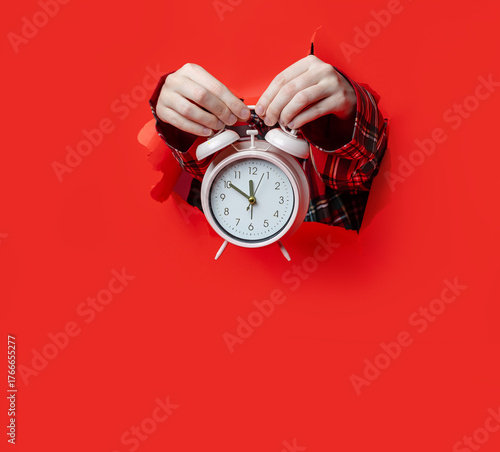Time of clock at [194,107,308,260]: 11:50
